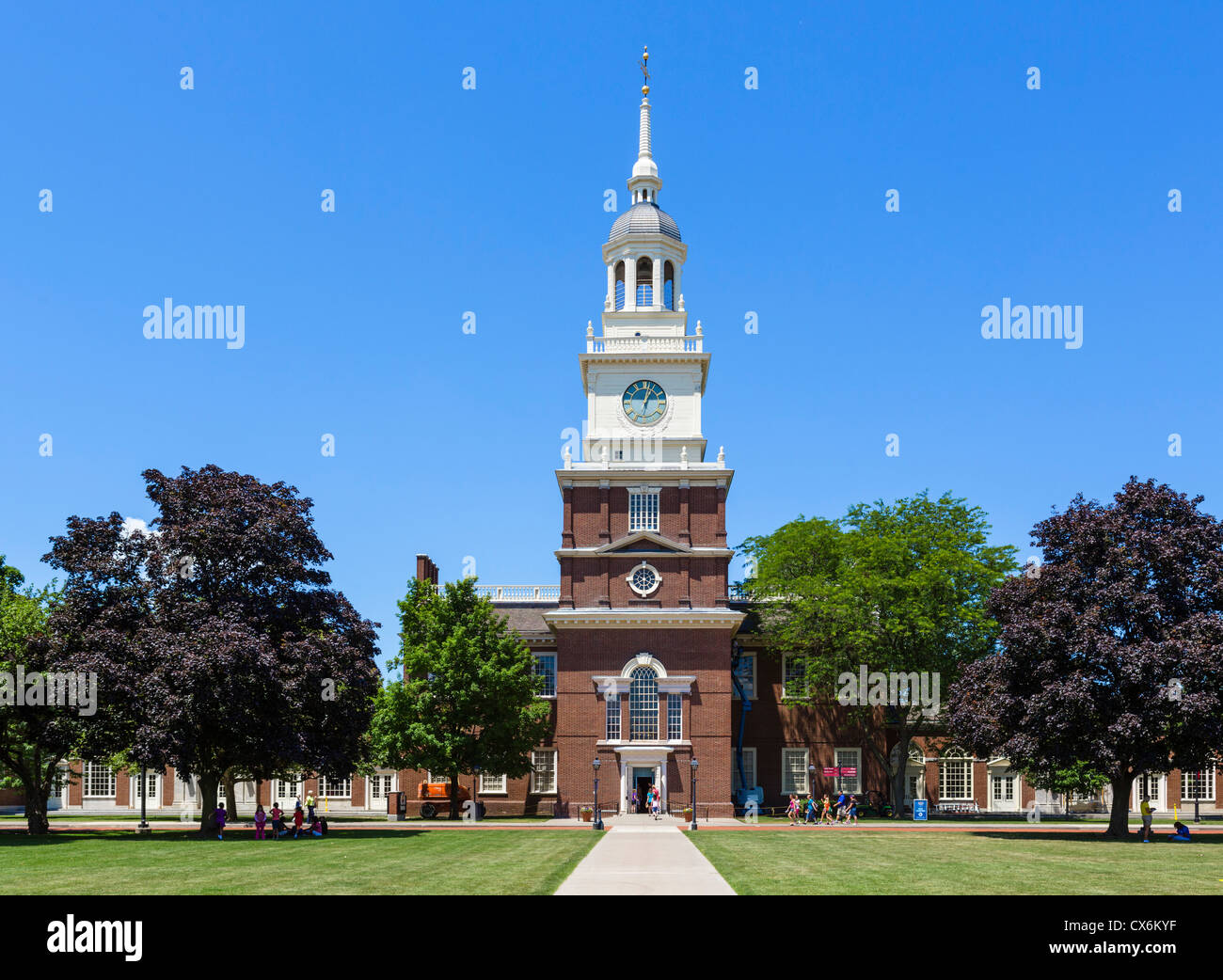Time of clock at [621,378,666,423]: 1:02
